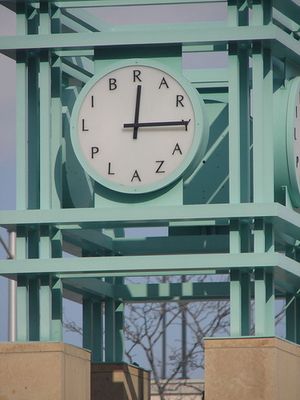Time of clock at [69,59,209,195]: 12:14
